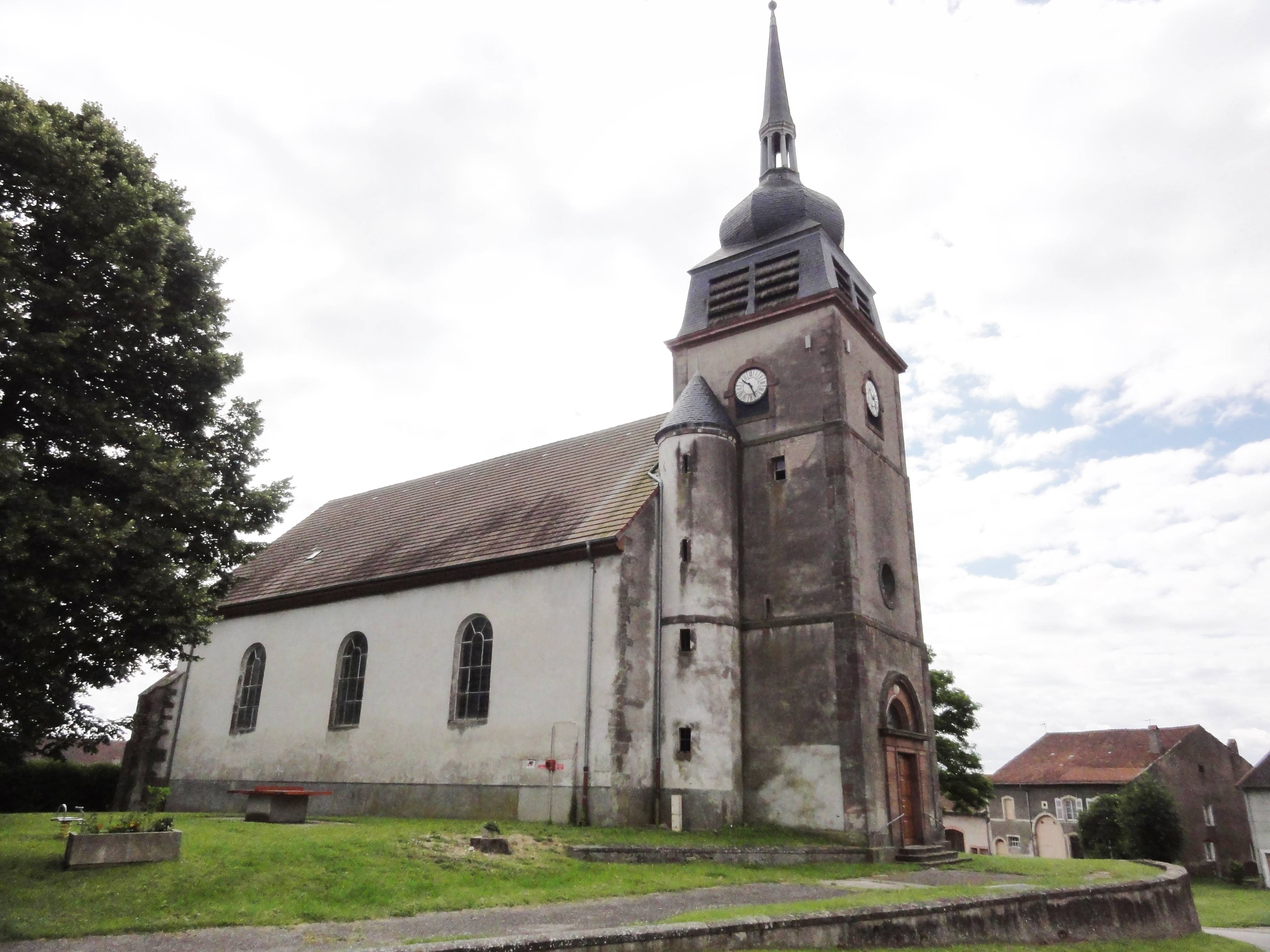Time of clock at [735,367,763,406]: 10:26
